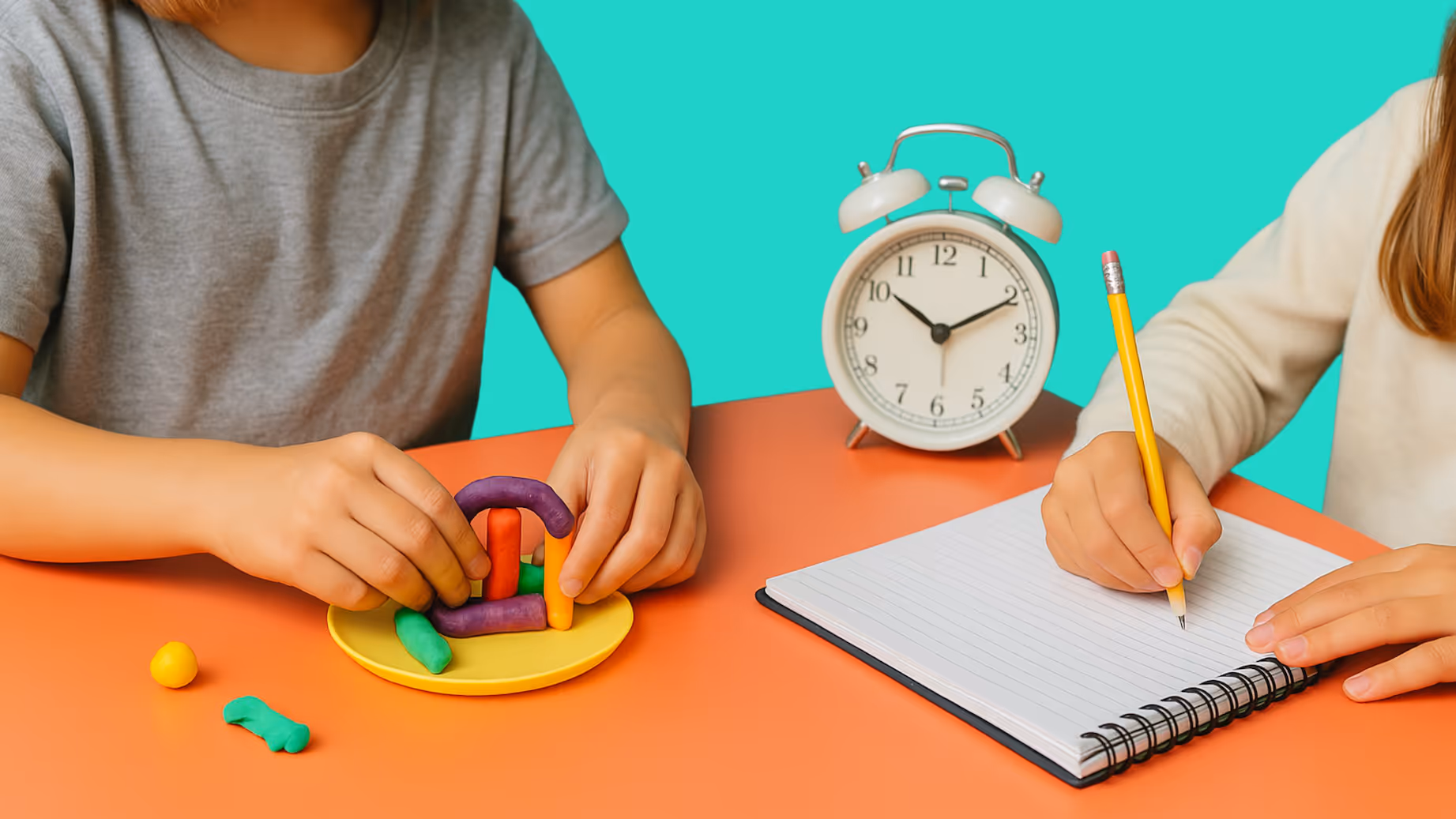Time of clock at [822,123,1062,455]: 10:10
